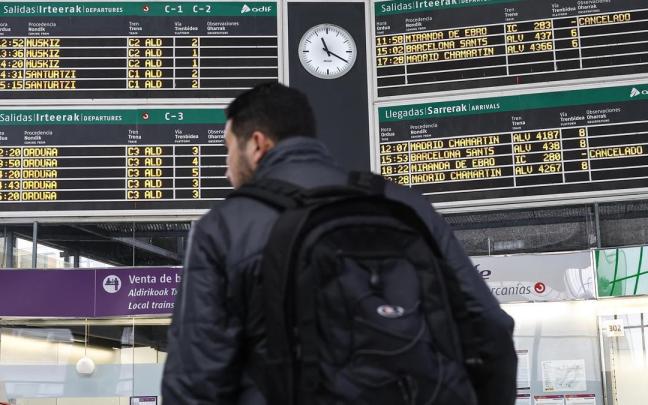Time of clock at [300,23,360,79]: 11:19
